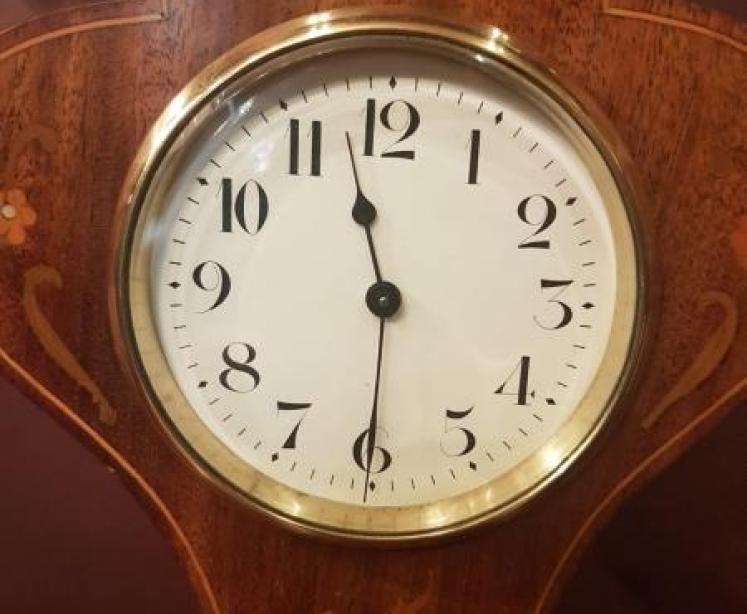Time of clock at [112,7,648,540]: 11:30
